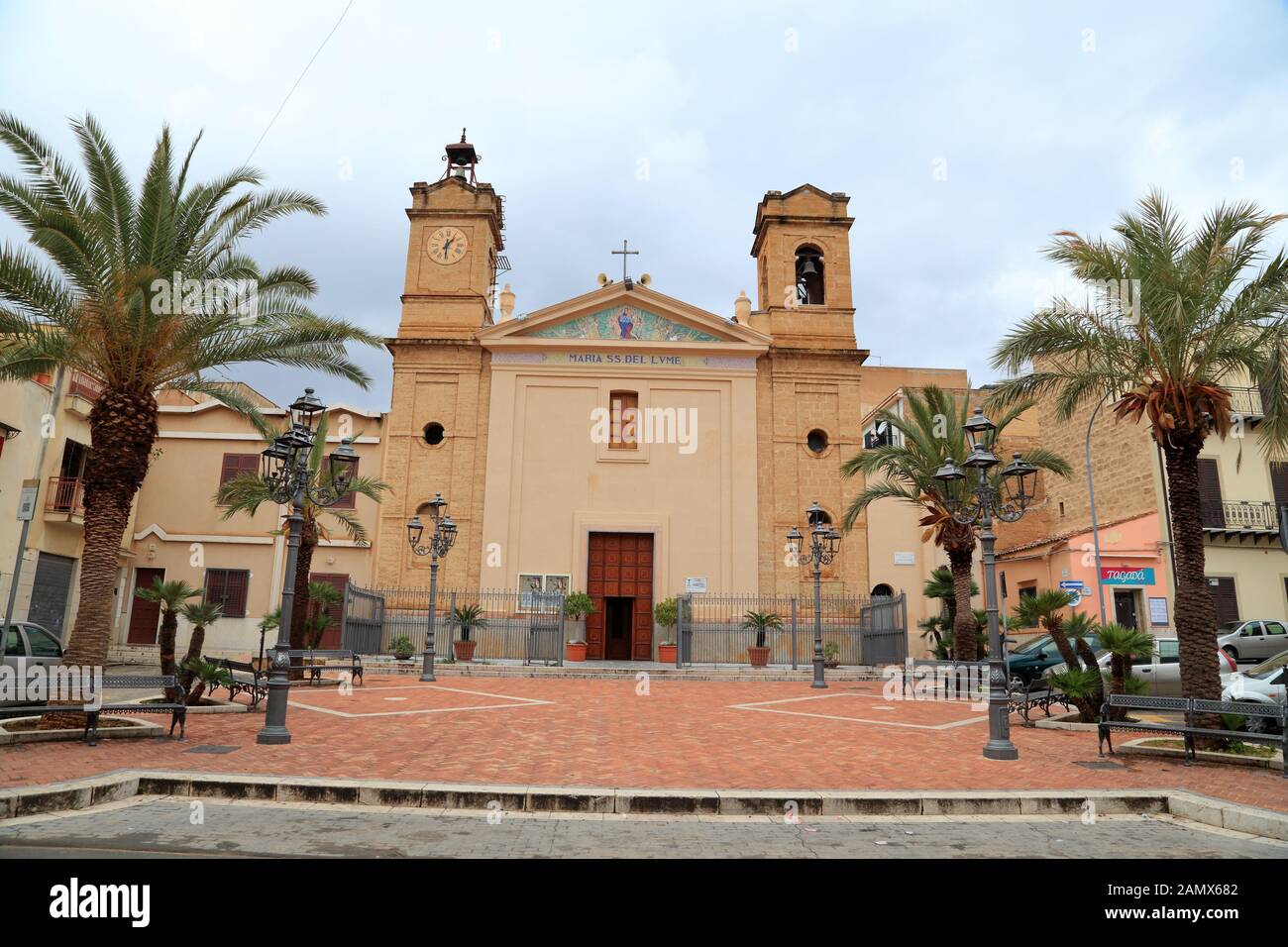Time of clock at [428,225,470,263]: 1:30
